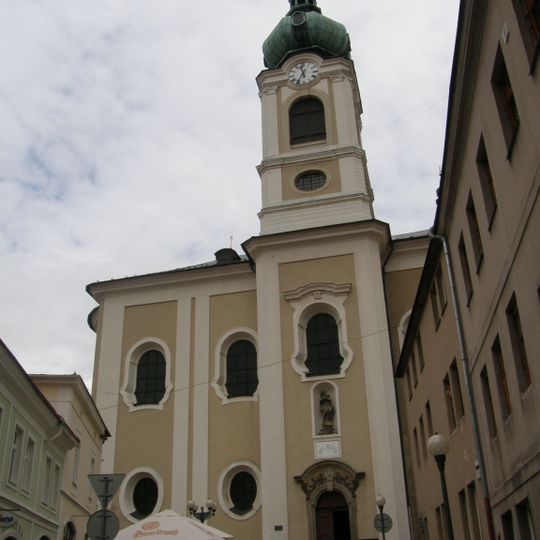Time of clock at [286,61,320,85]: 11:35
